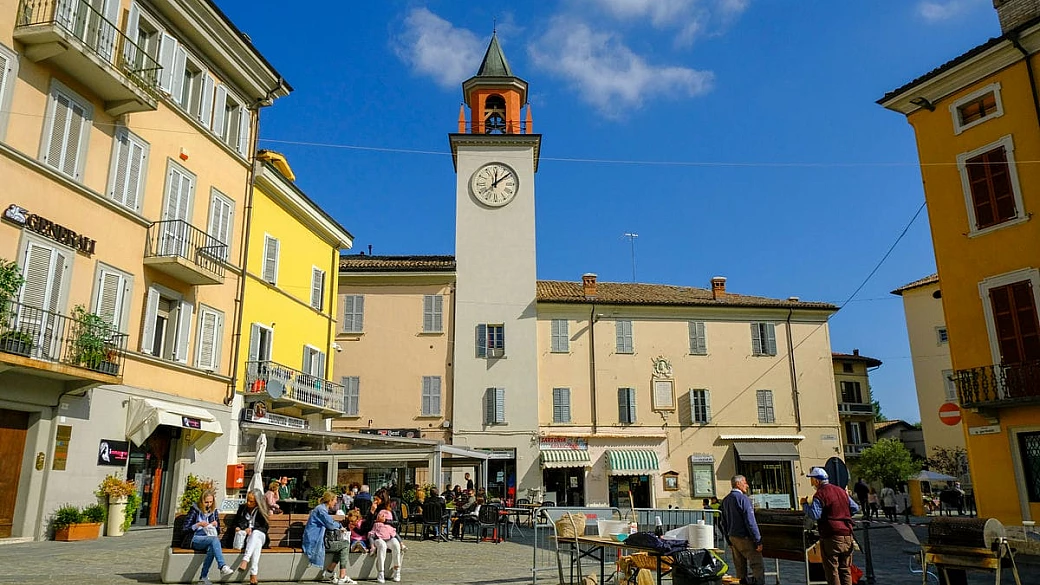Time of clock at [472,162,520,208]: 12:08
